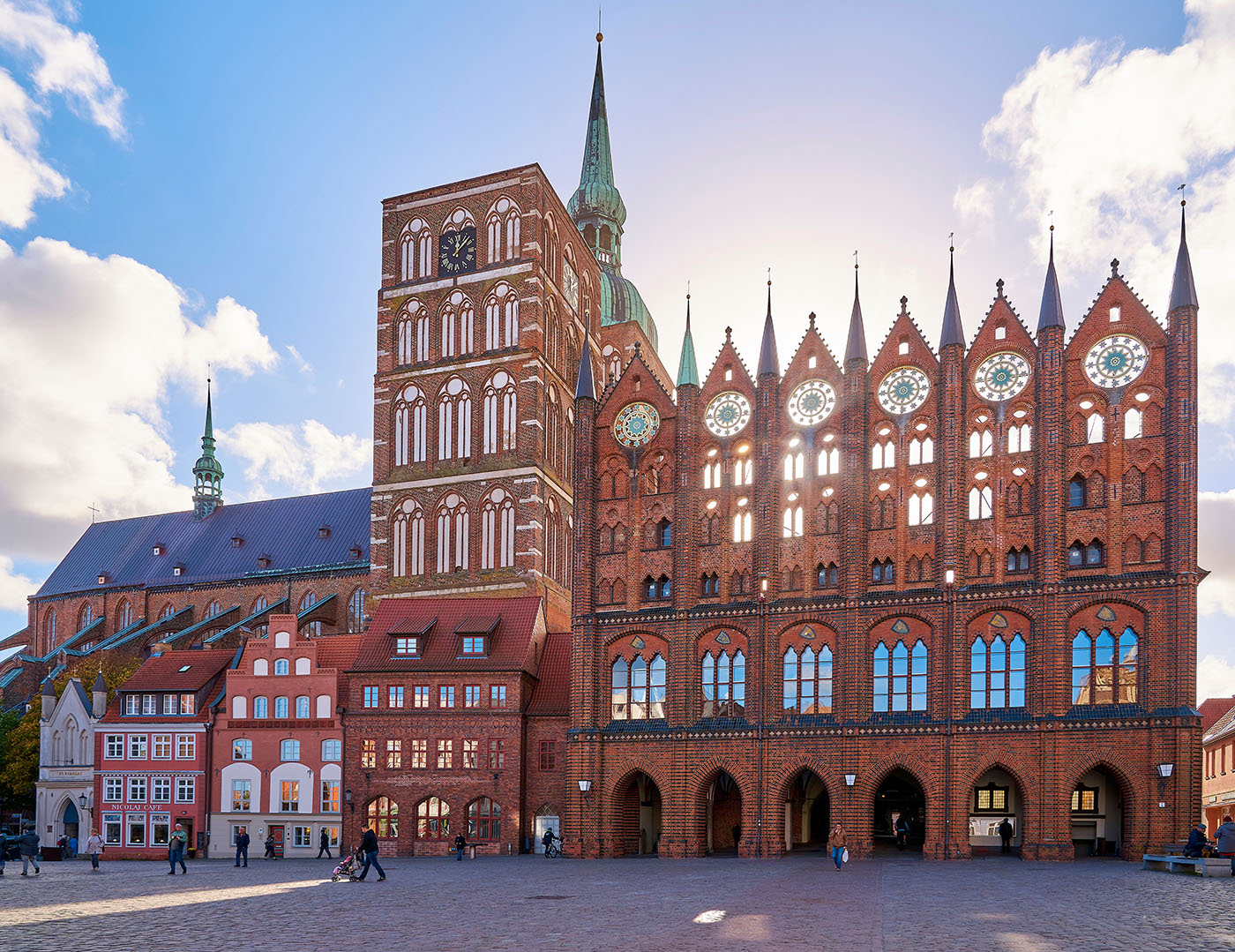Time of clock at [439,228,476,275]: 12:07
